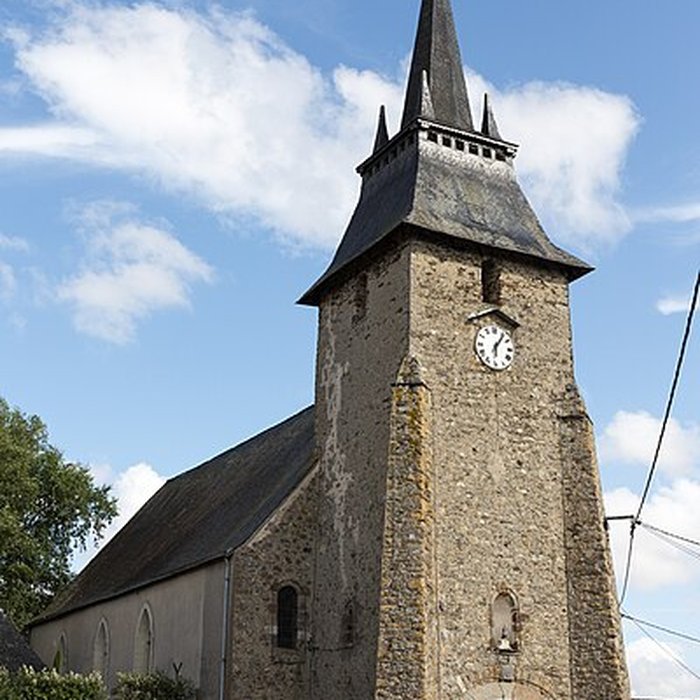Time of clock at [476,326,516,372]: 6:06
